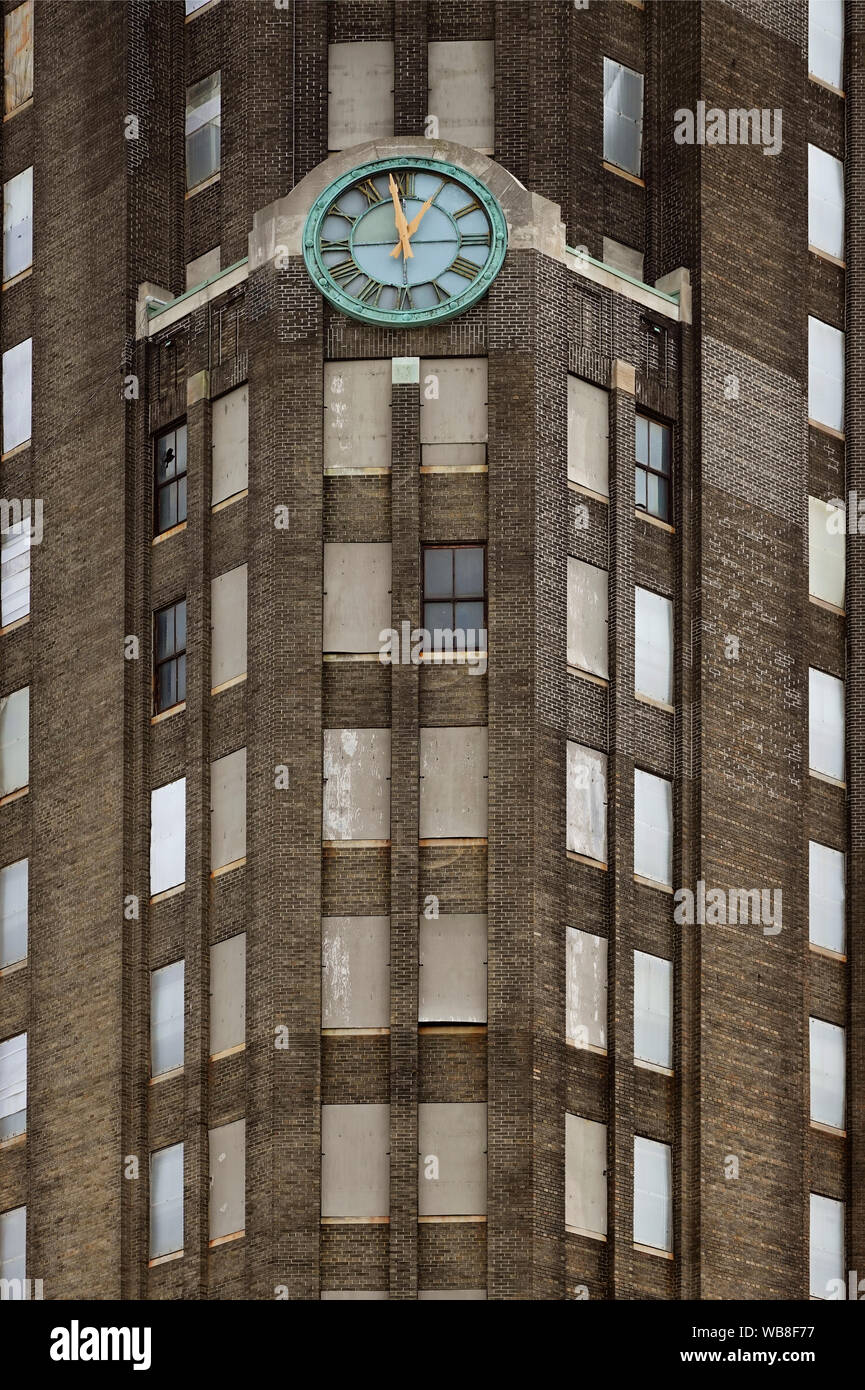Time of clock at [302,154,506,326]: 12:58
